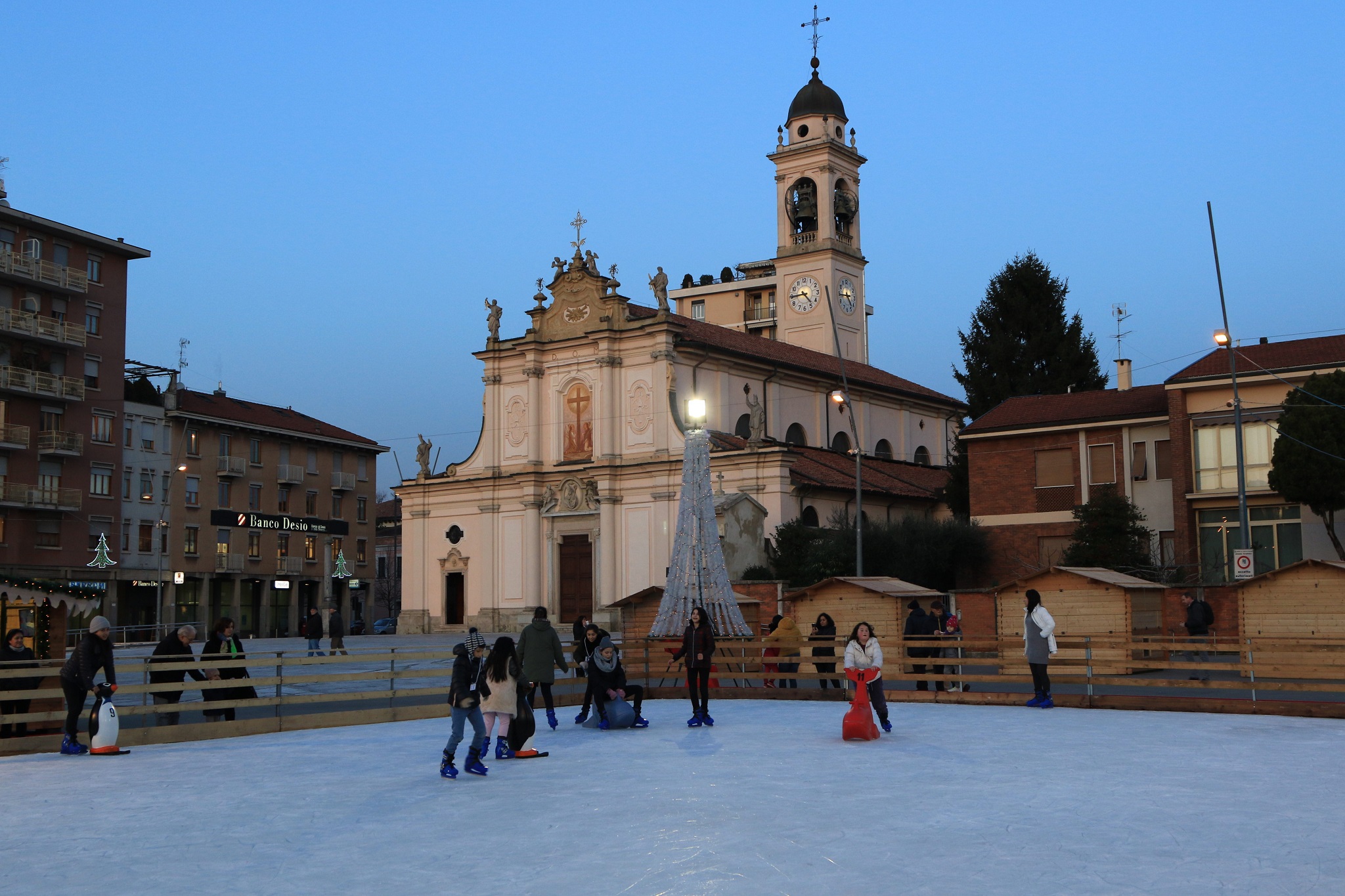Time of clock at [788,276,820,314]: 4:44
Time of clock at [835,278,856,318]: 4:44
